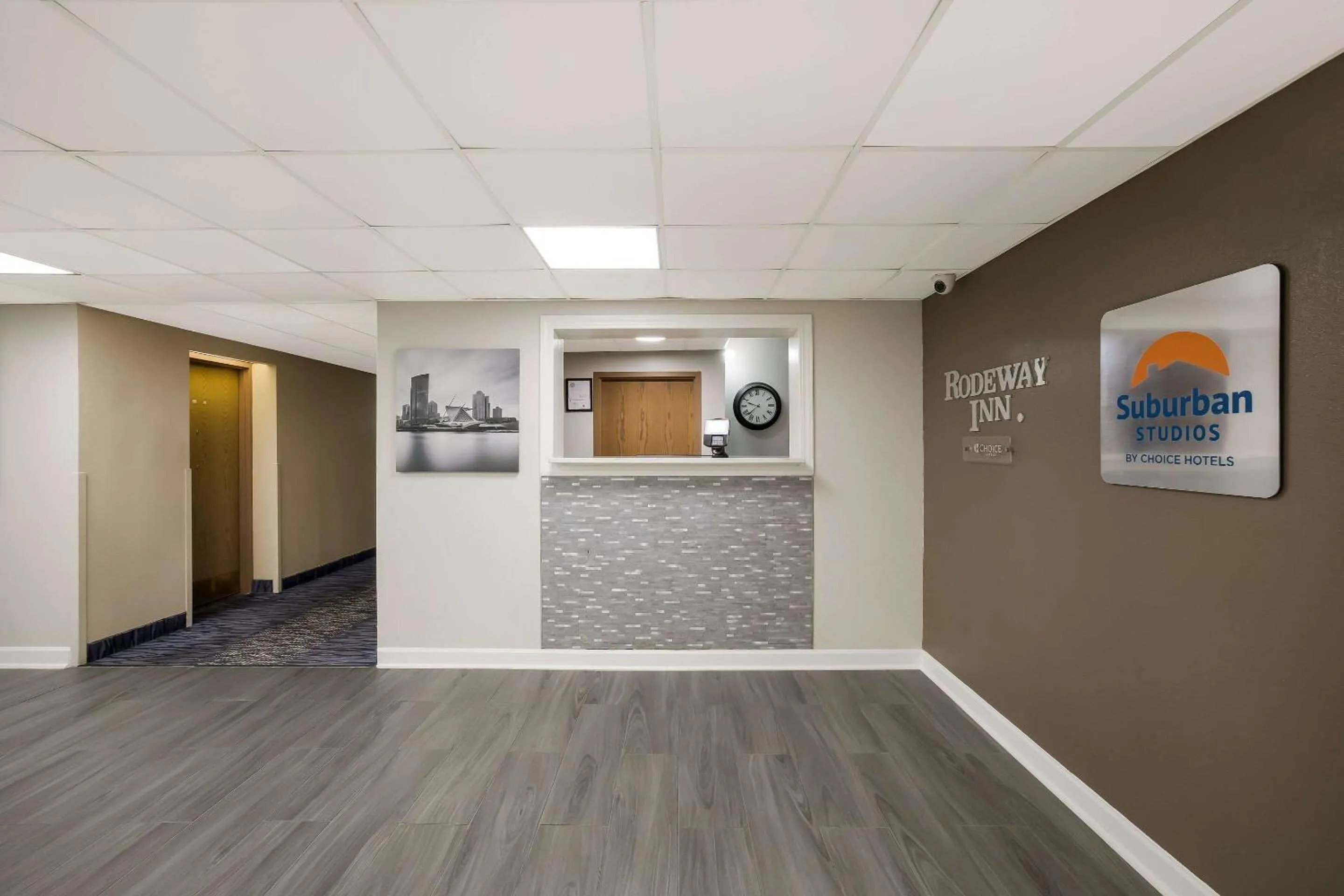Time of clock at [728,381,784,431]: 9:37
